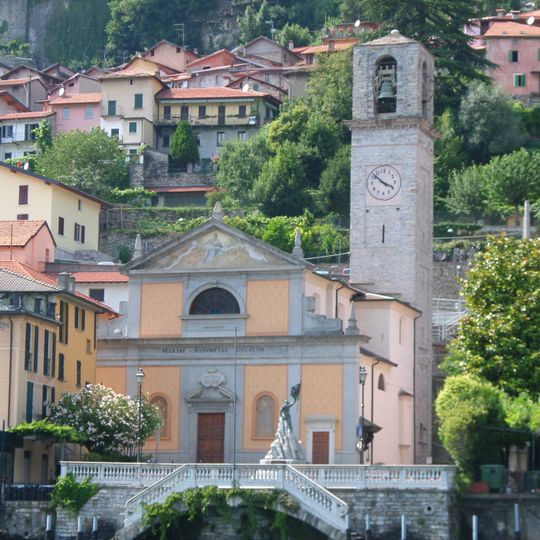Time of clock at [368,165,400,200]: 3:52
